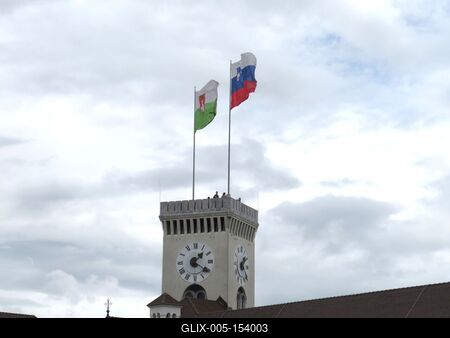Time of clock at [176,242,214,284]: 1:20
